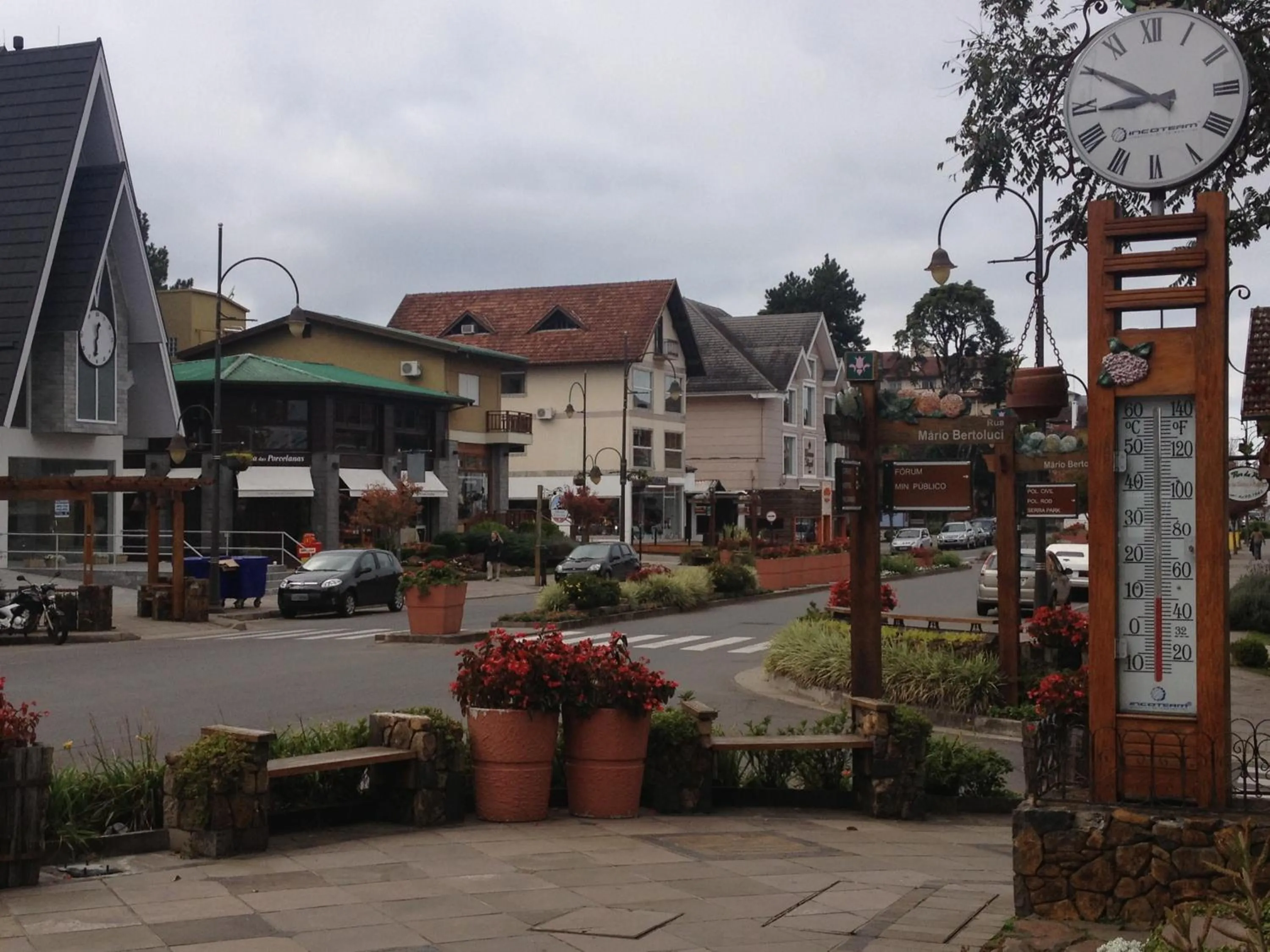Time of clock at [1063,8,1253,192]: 8:50
